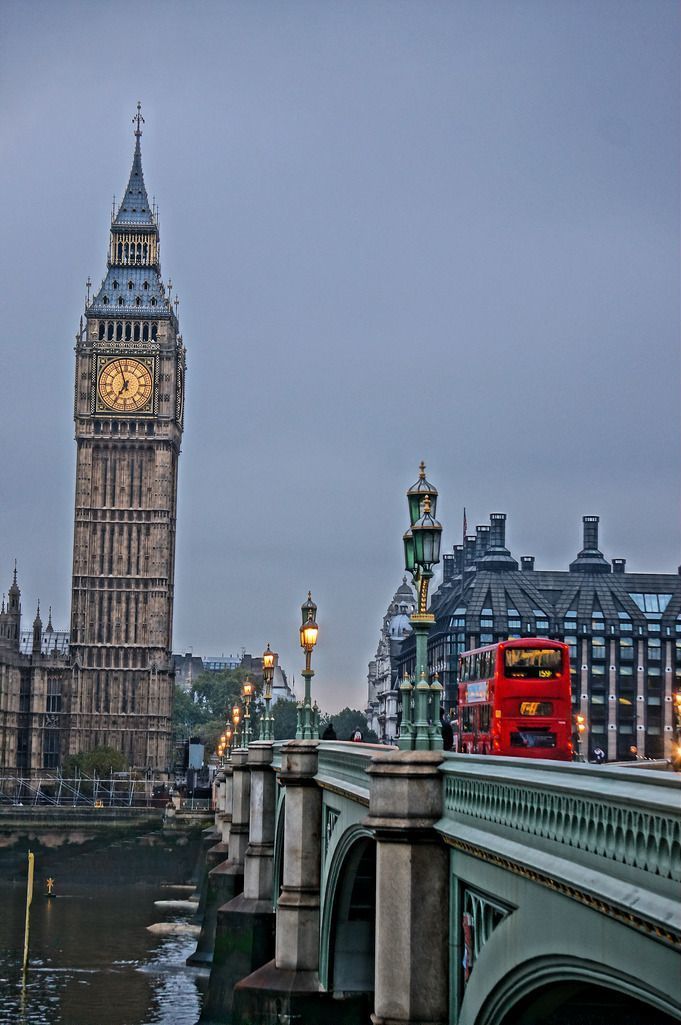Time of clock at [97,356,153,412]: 6:56
